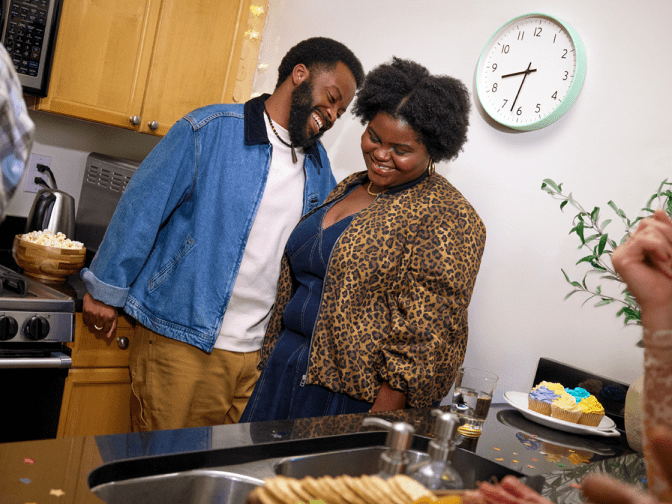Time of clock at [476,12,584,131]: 8:32
